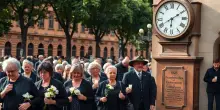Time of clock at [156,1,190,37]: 6:10
